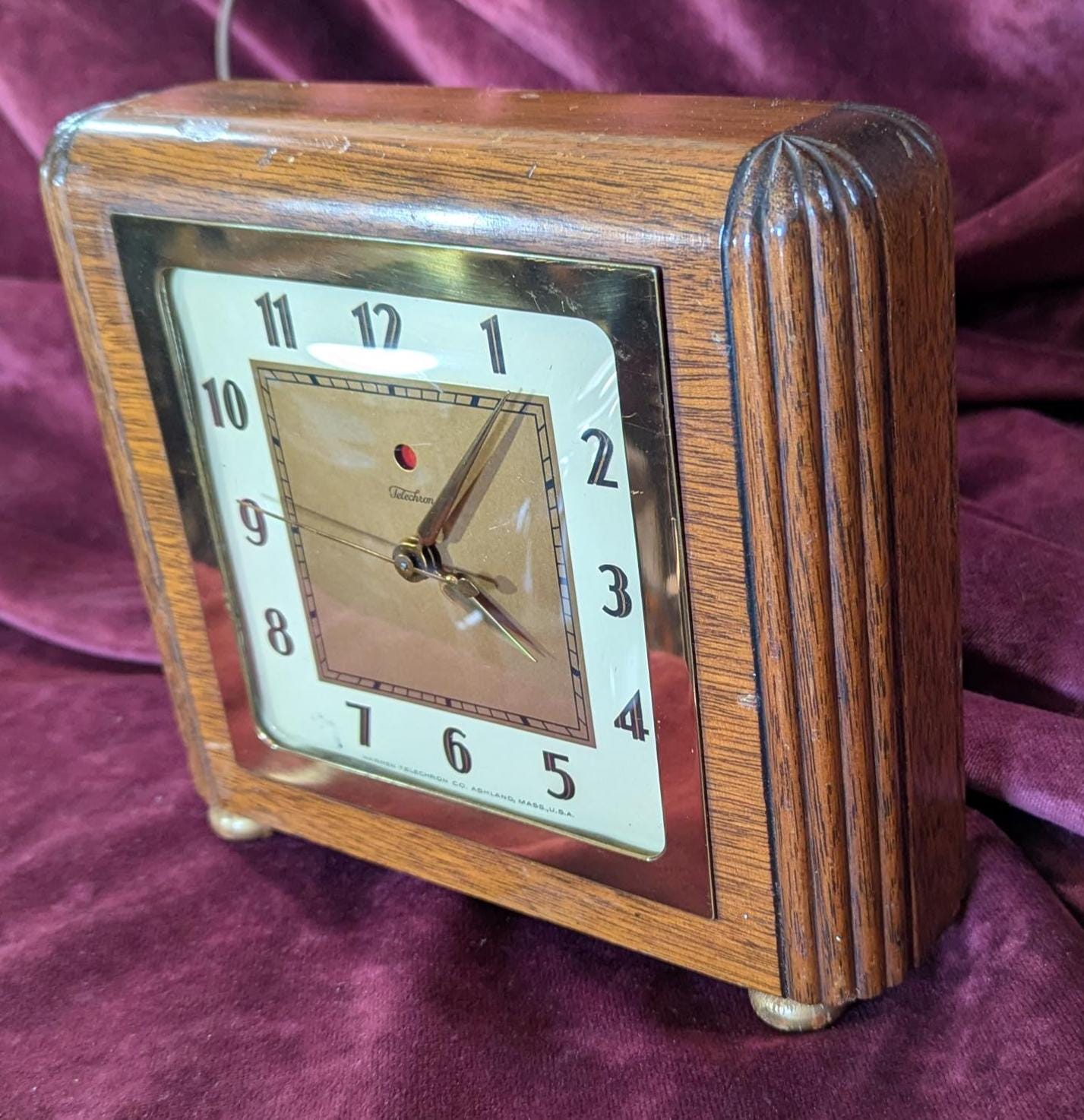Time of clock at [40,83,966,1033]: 4:06
